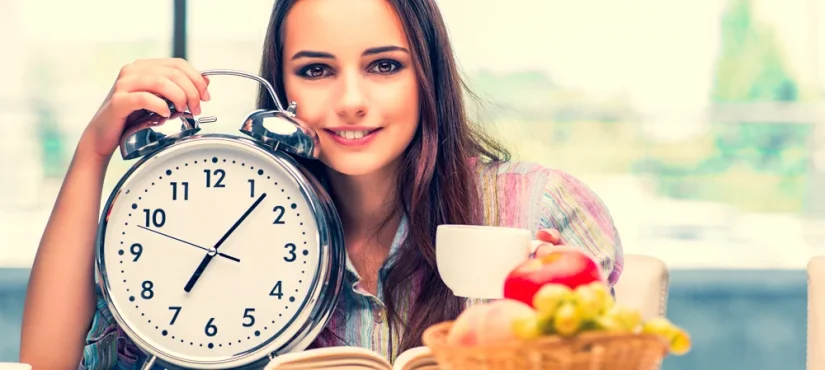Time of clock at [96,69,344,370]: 7:07
